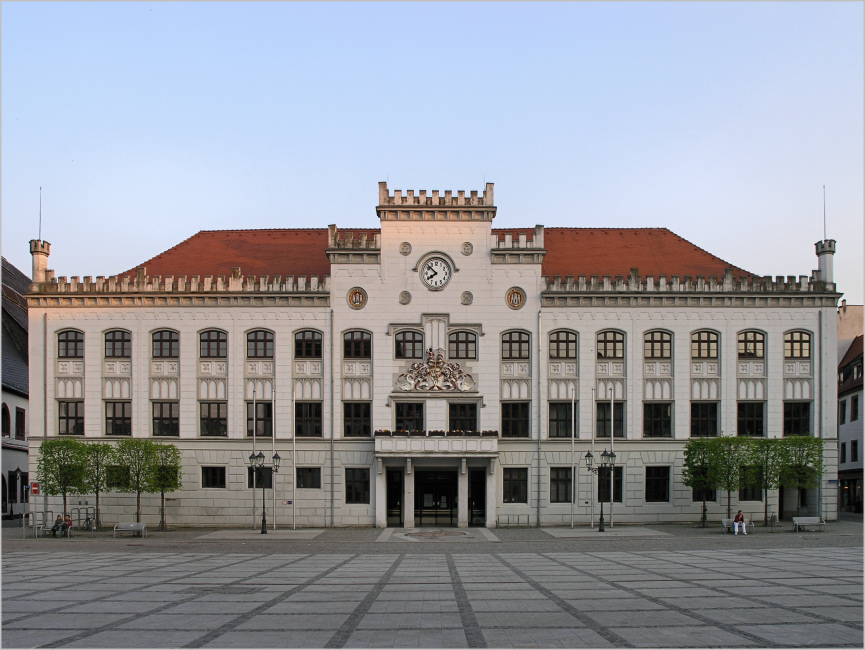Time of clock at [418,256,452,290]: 7:52
